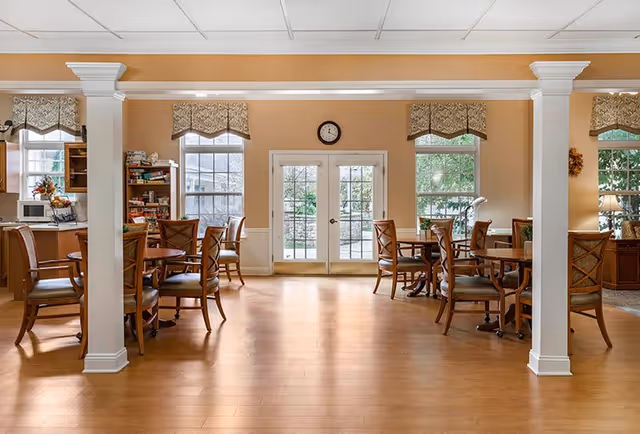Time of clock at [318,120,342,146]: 12:19
